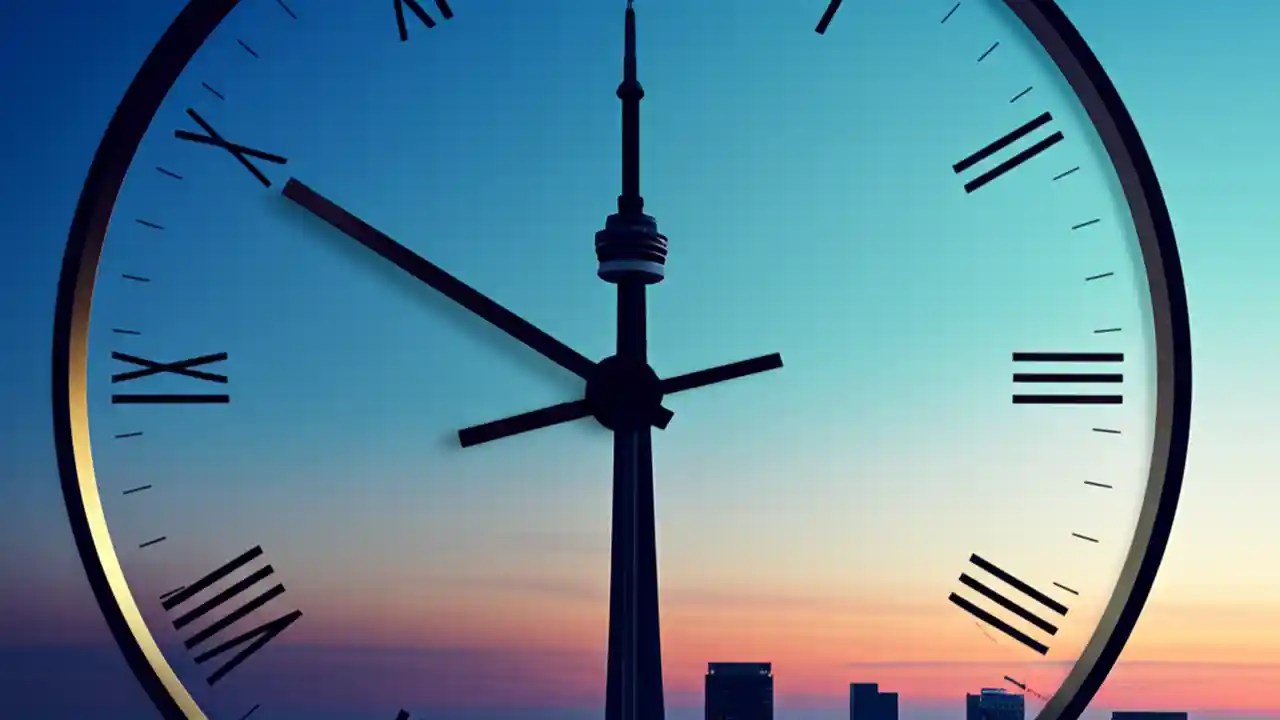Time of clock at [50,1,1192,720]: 10:00
